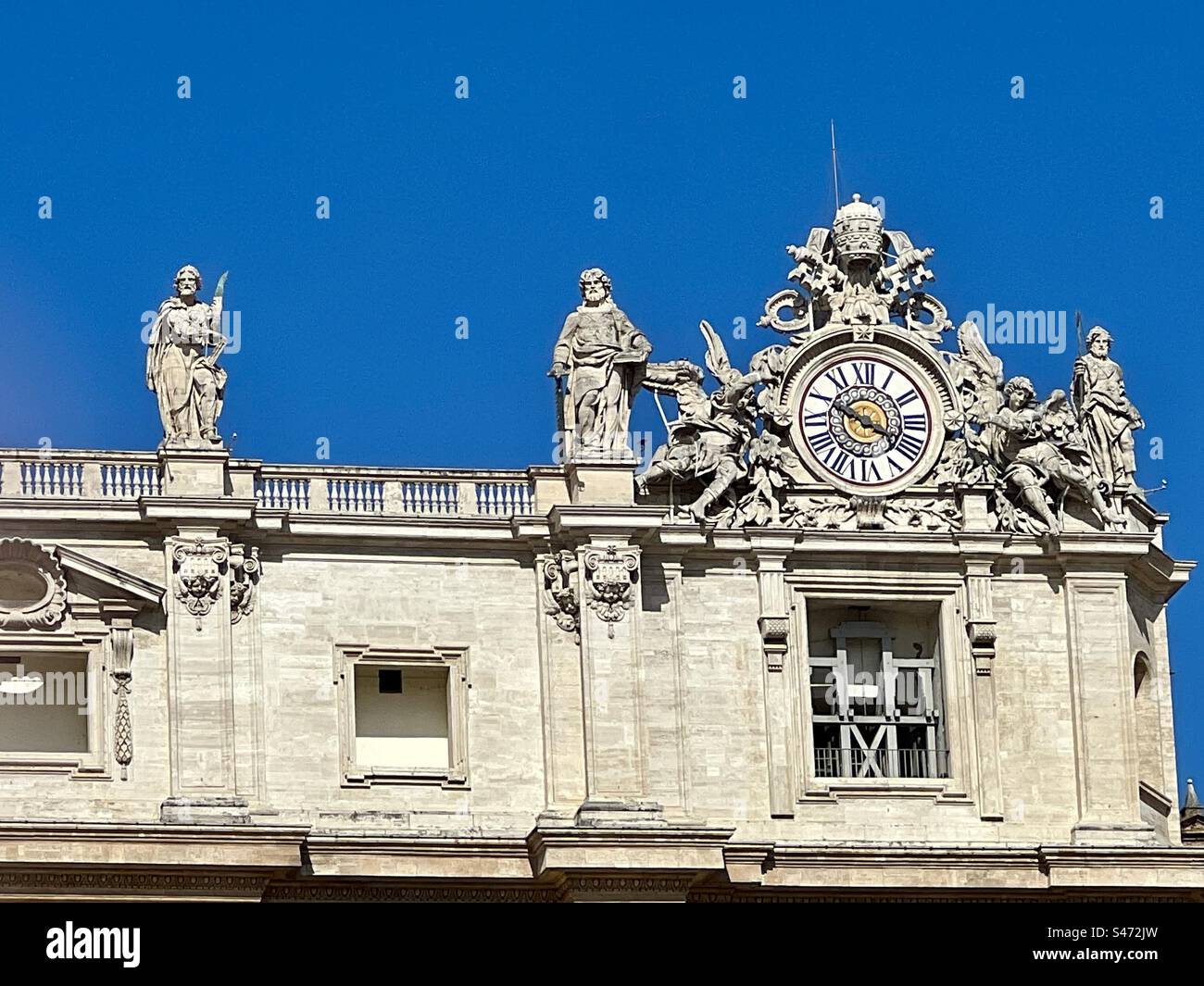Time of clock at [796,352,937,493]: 3:49
